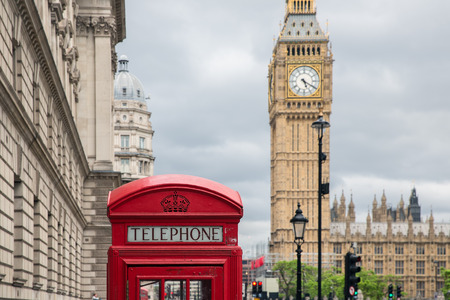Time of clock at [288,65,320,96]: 5:20
